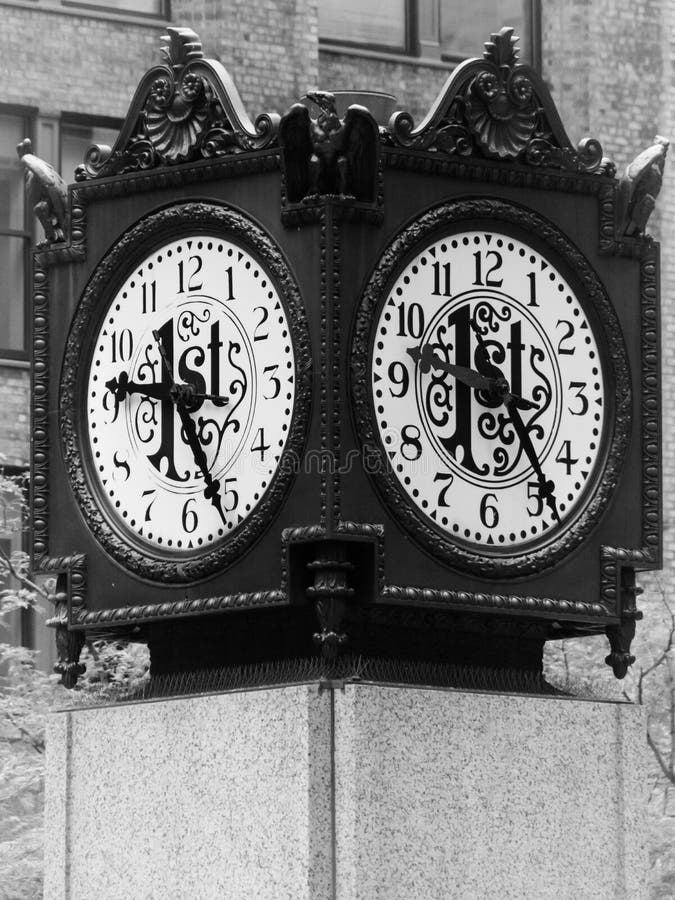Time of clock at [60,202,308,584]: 9:26
